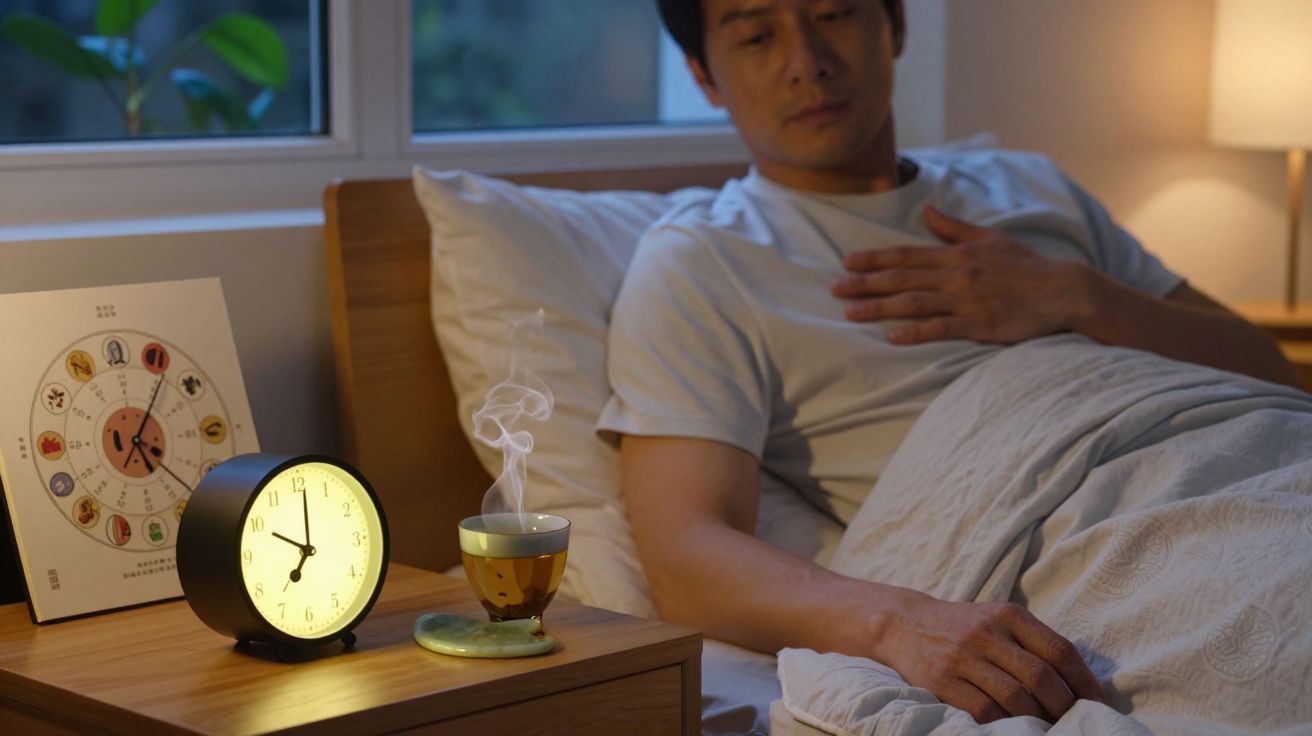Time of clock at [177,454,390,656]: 7:01
